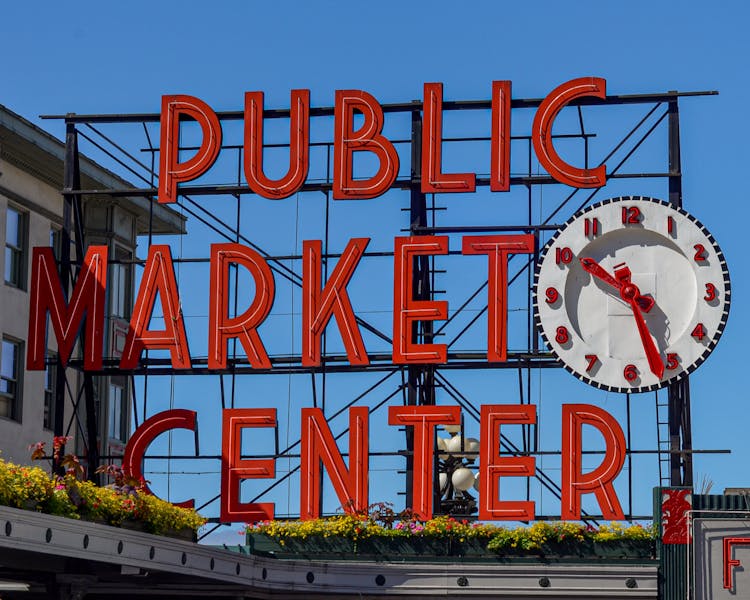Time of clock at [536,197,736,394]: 10:26
